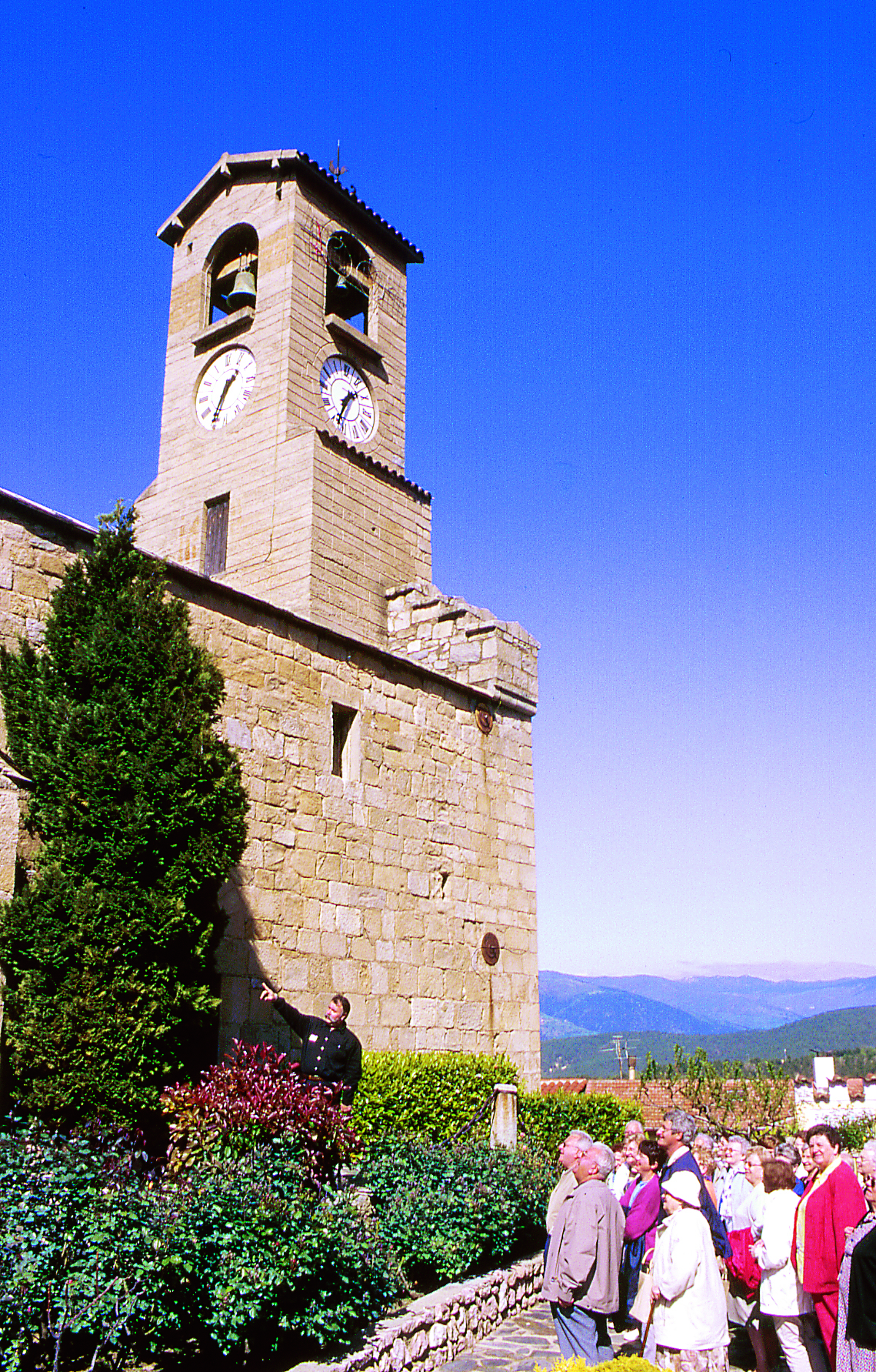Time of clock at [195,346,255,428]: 1:35
